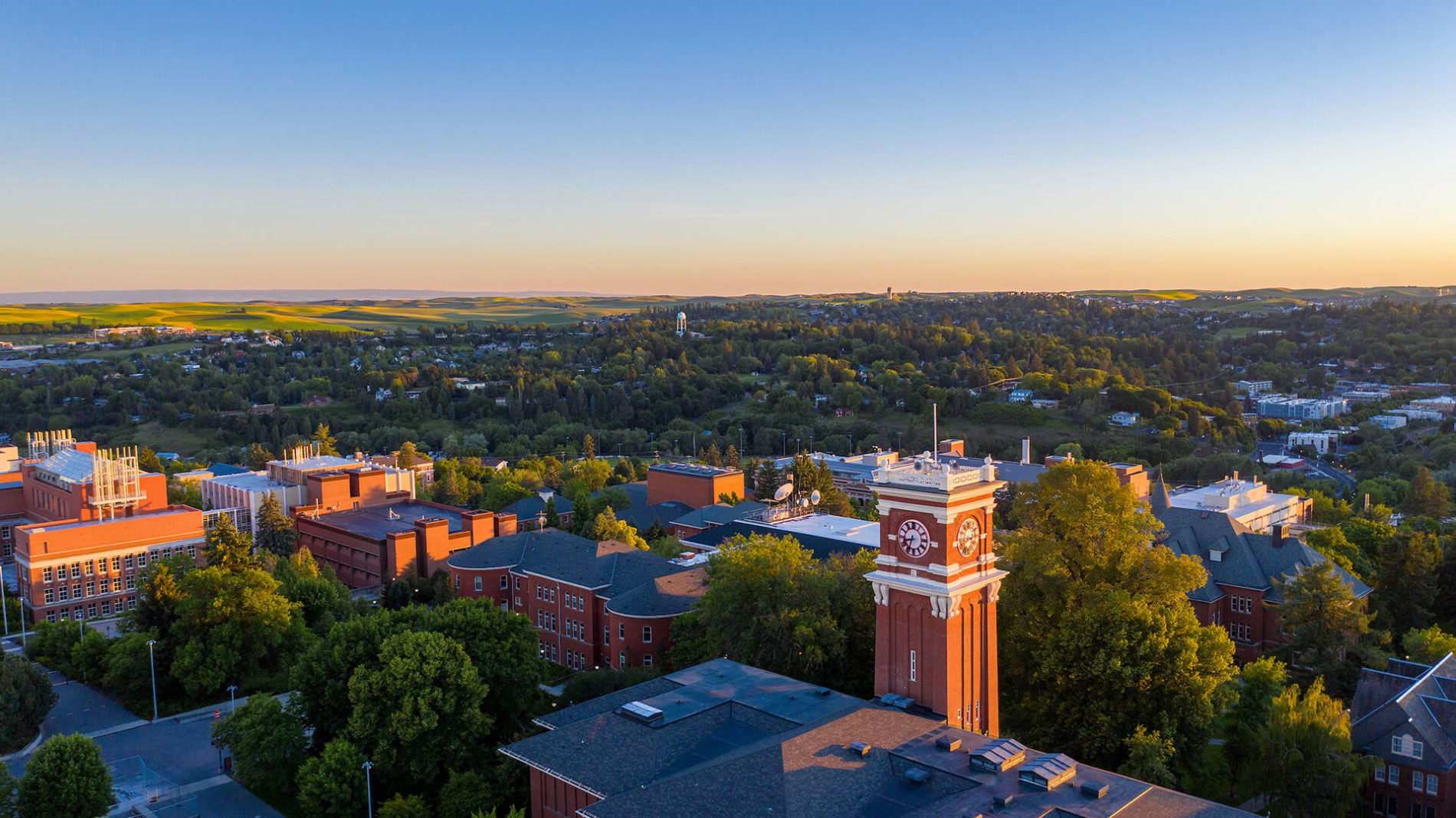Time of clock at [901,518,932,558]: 8:33
